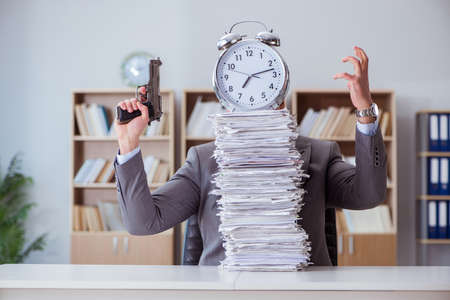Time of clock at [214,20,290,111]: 7:12
